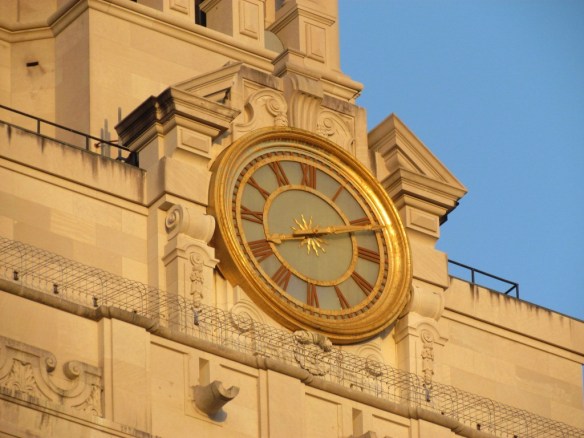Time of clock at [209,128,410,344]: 8:12
